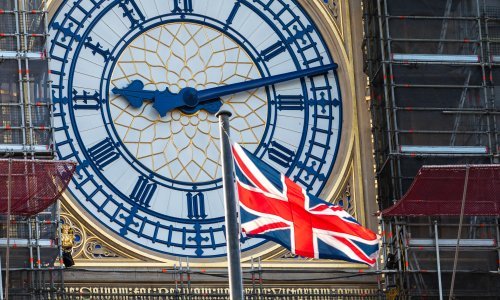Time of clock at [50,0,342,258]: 9:12
